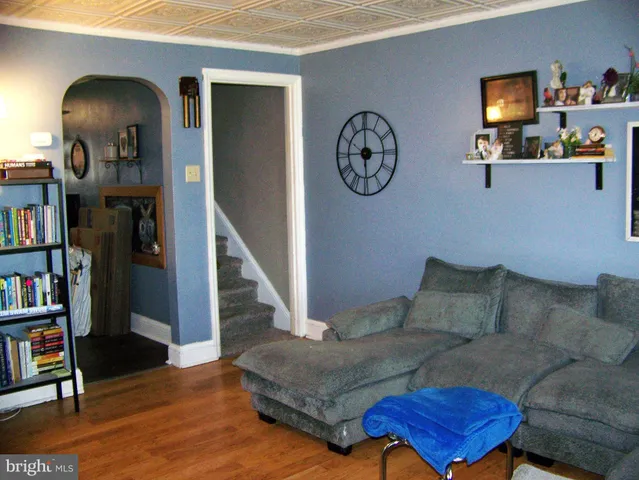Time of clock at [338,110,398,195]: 5:59
